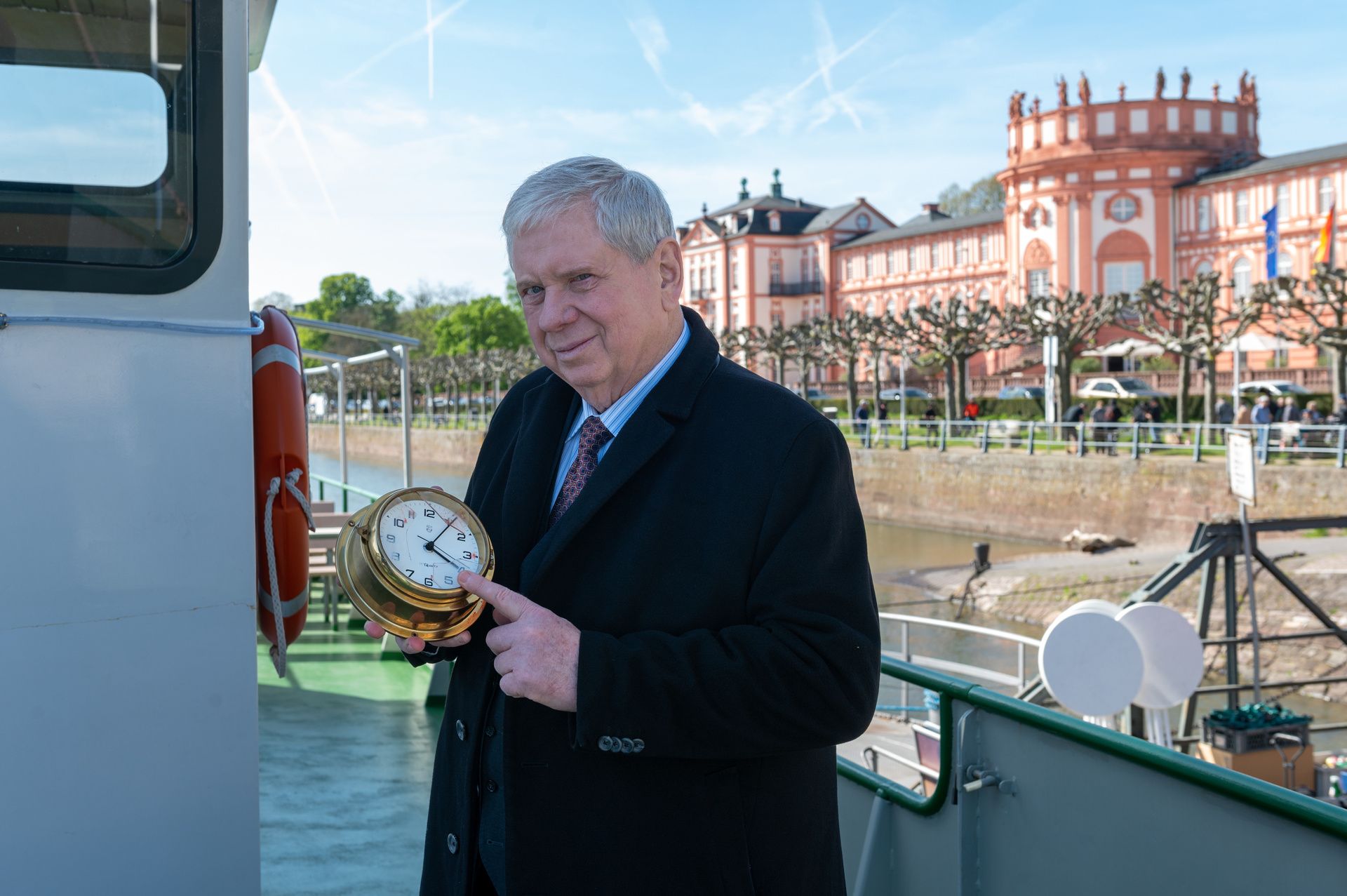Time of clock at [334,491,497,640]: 4:05
